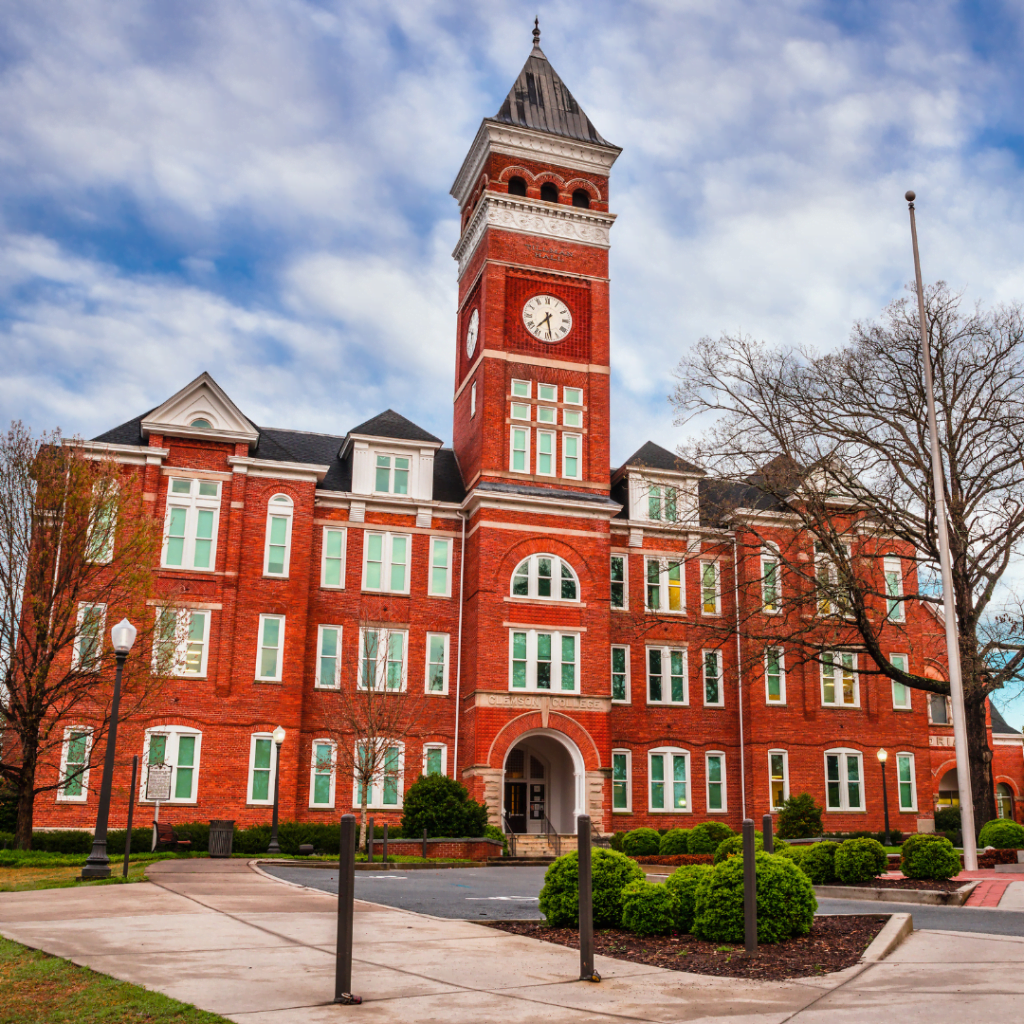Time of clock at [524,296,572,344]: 7:28
